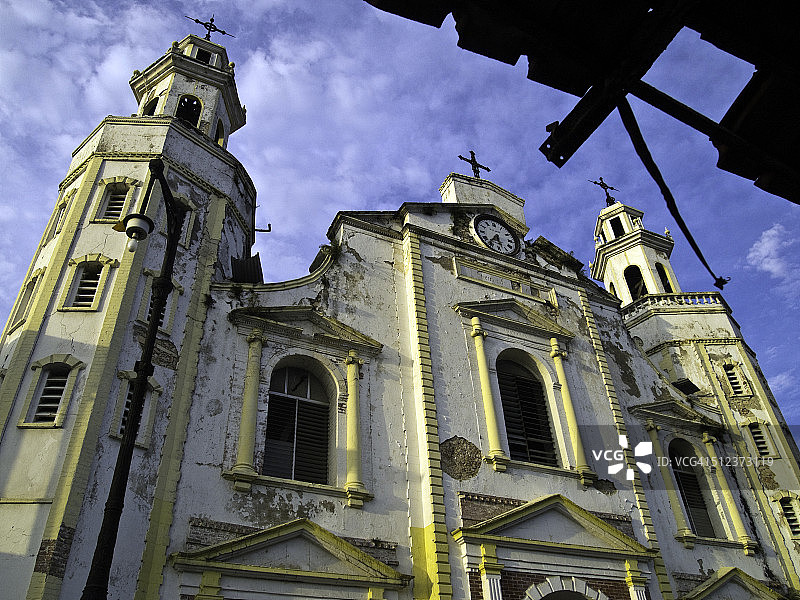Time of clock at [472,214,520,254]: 5:36
